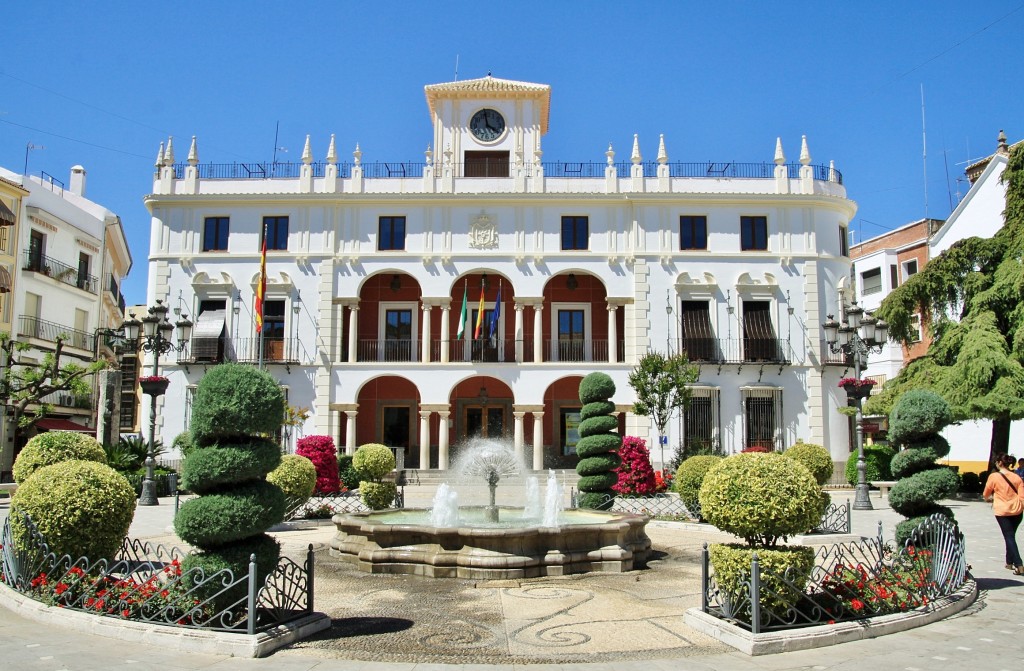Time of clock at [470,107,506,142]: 3:58
